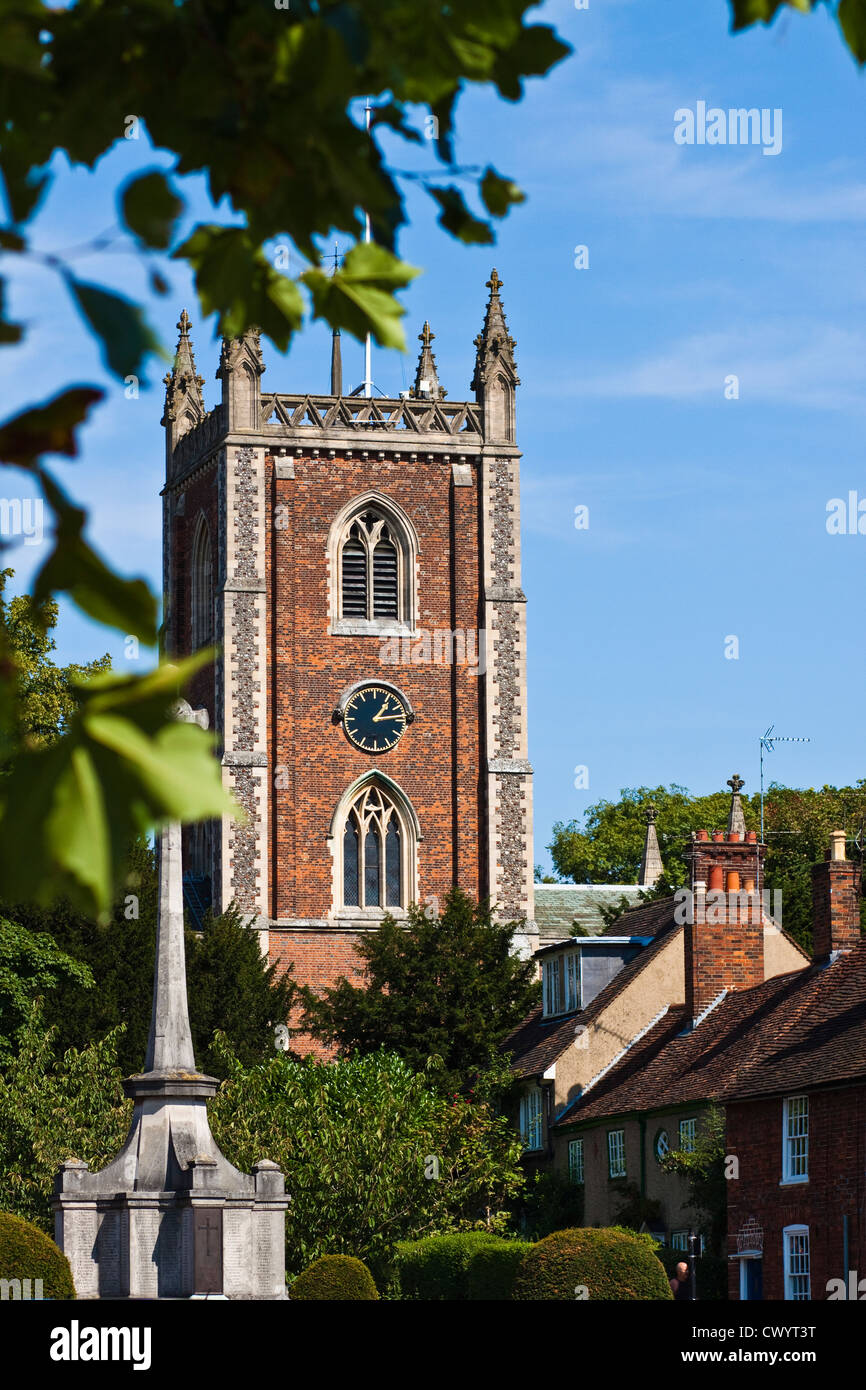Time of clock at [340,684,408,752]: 1:13
